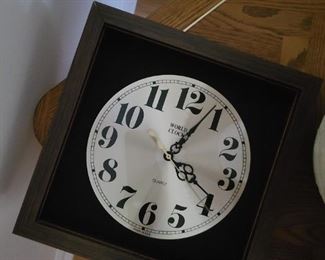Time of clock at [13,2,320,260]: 4:03
